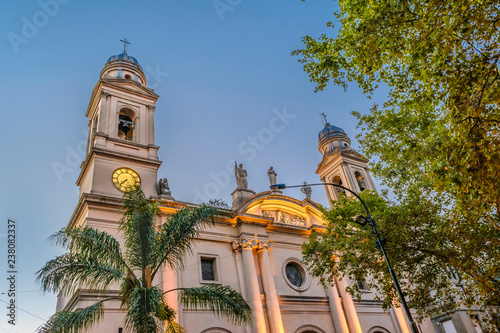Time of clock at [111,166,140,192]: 7:37
